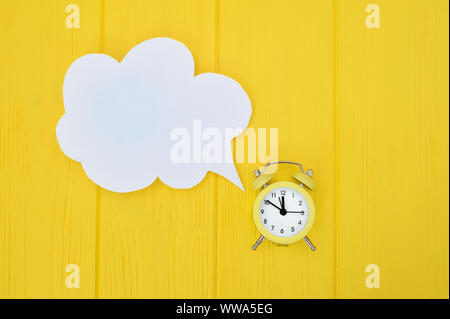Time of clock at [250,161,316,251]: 11:50
